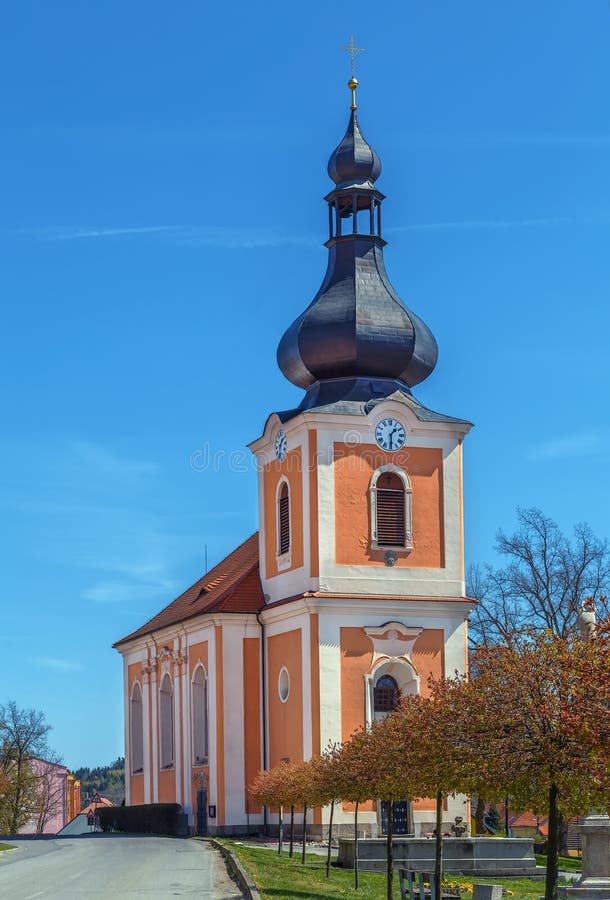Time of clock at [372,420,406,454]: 1:29
